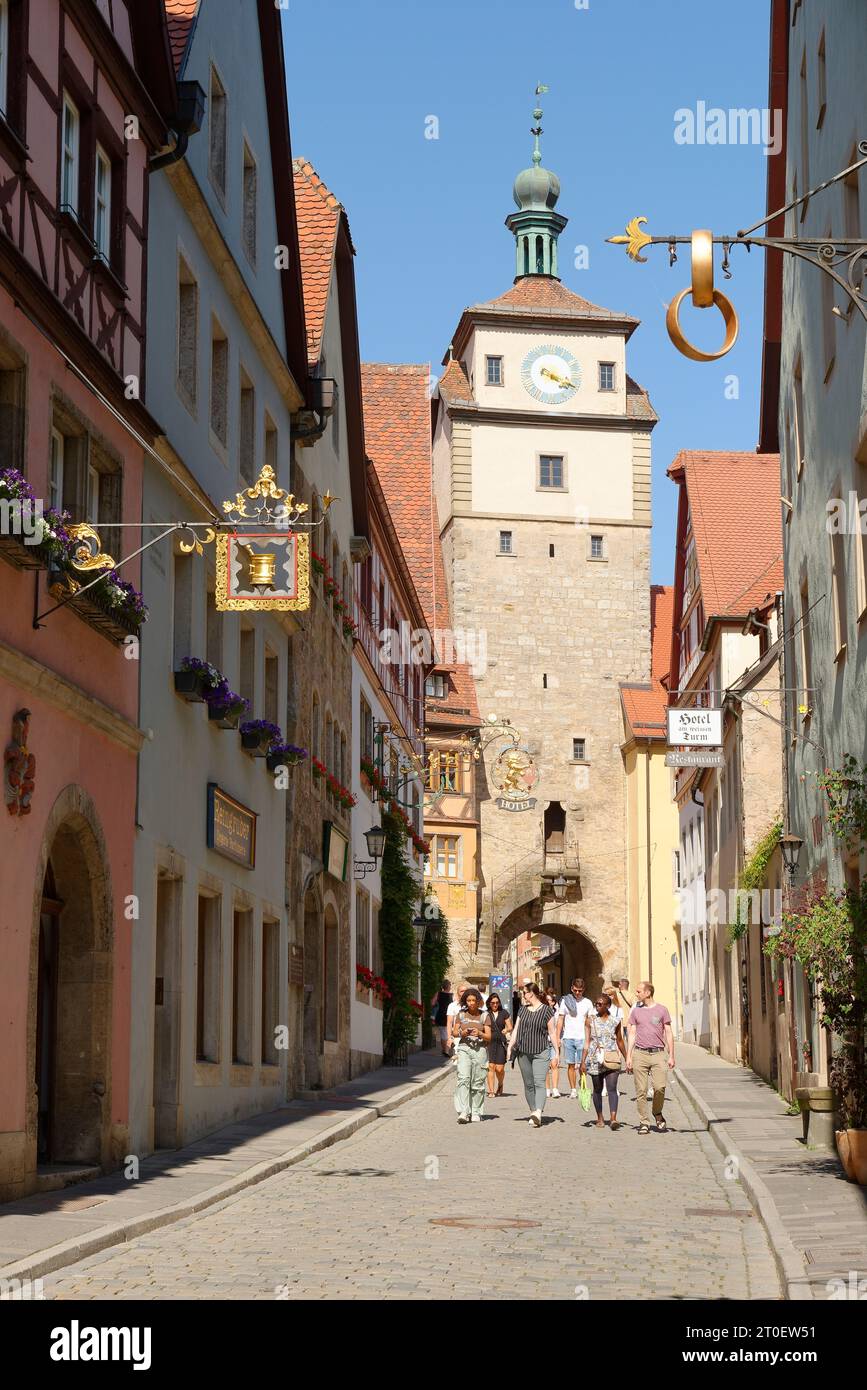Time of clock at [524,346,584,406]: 4:19
